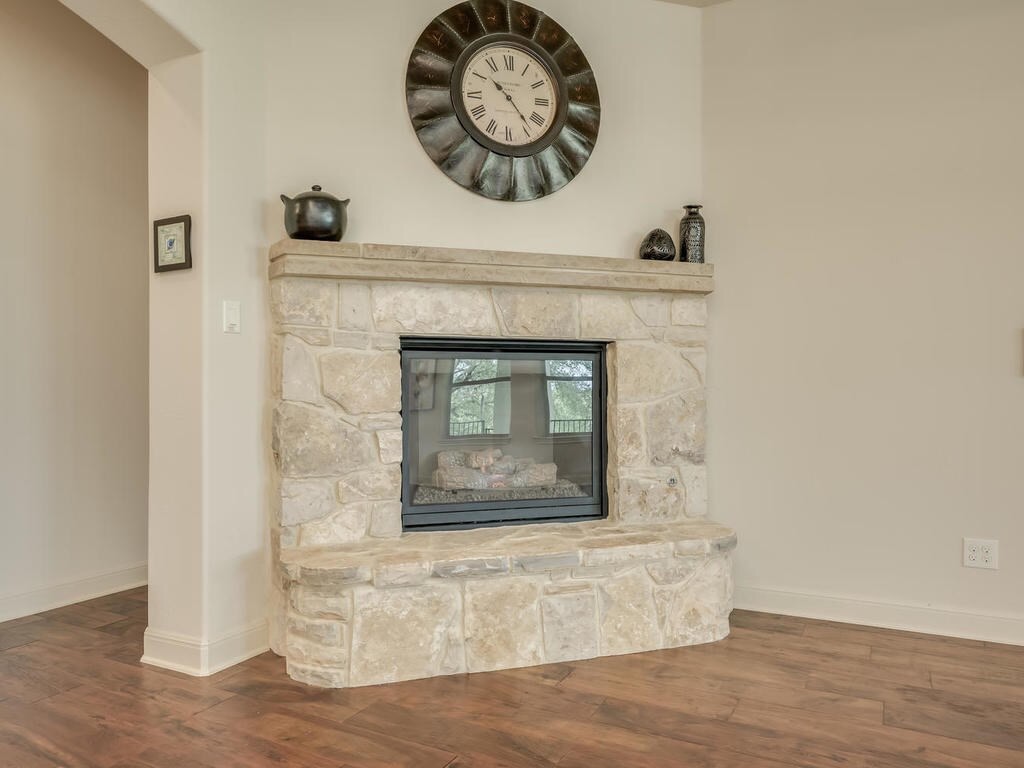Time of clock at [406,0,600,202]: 10:23
